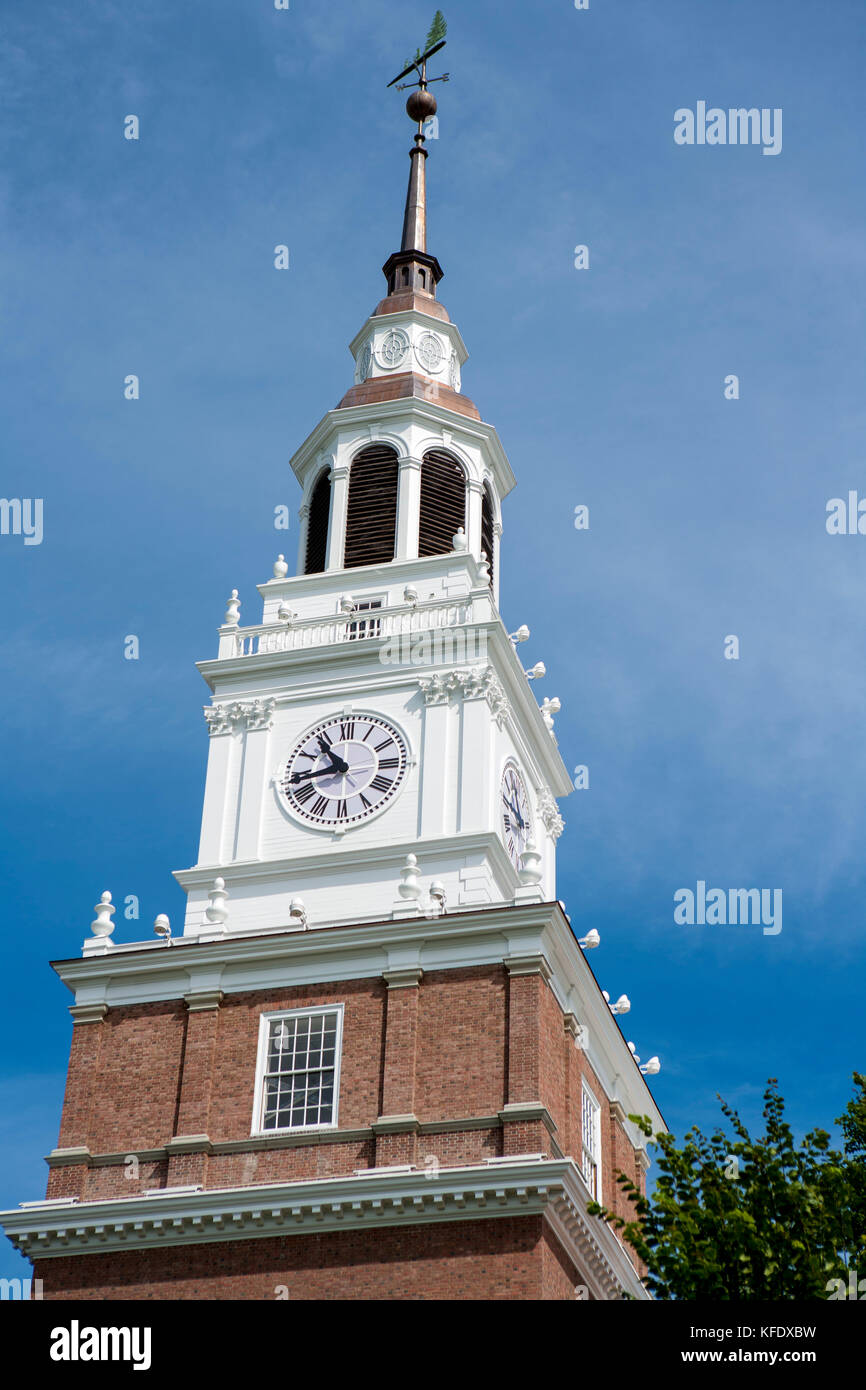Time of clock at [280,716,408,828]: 10:43
